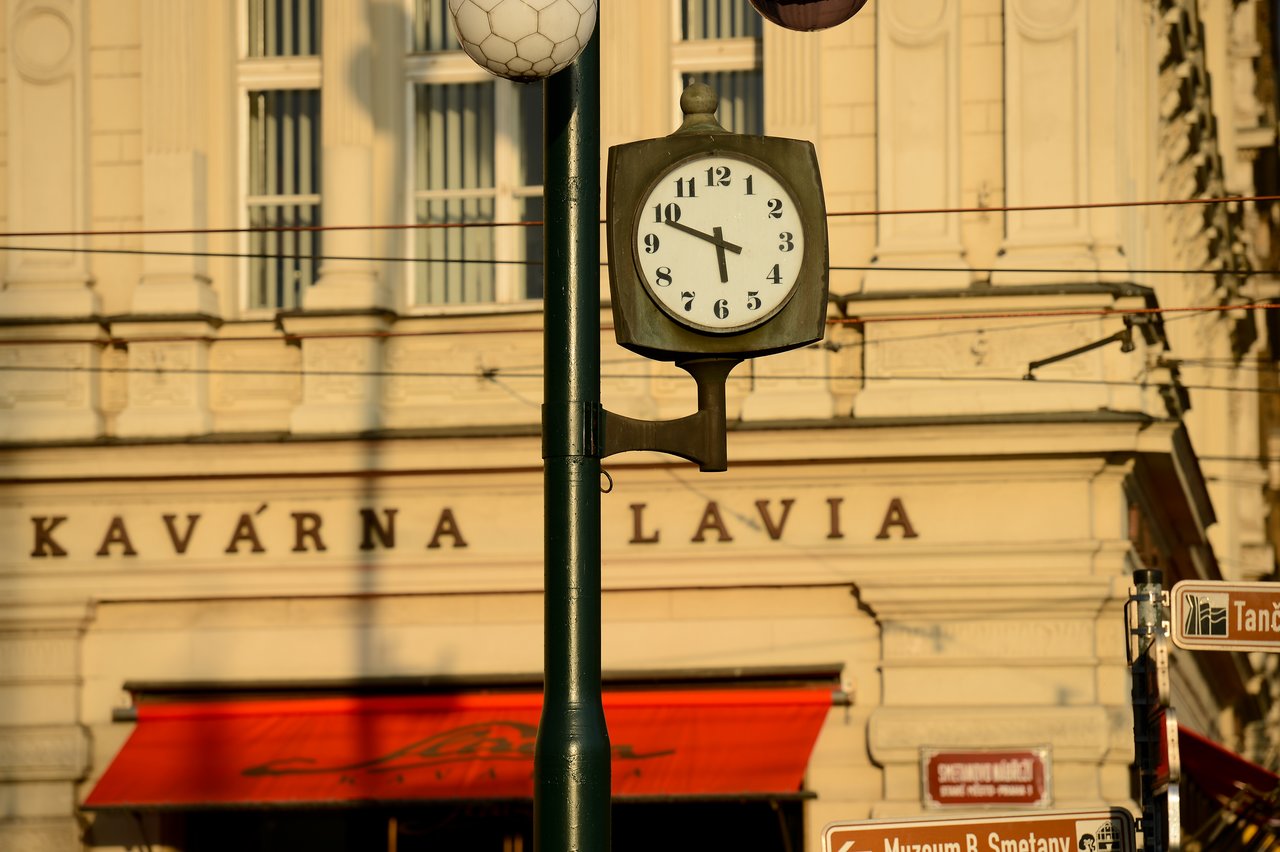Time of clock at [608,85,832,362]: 5:48
